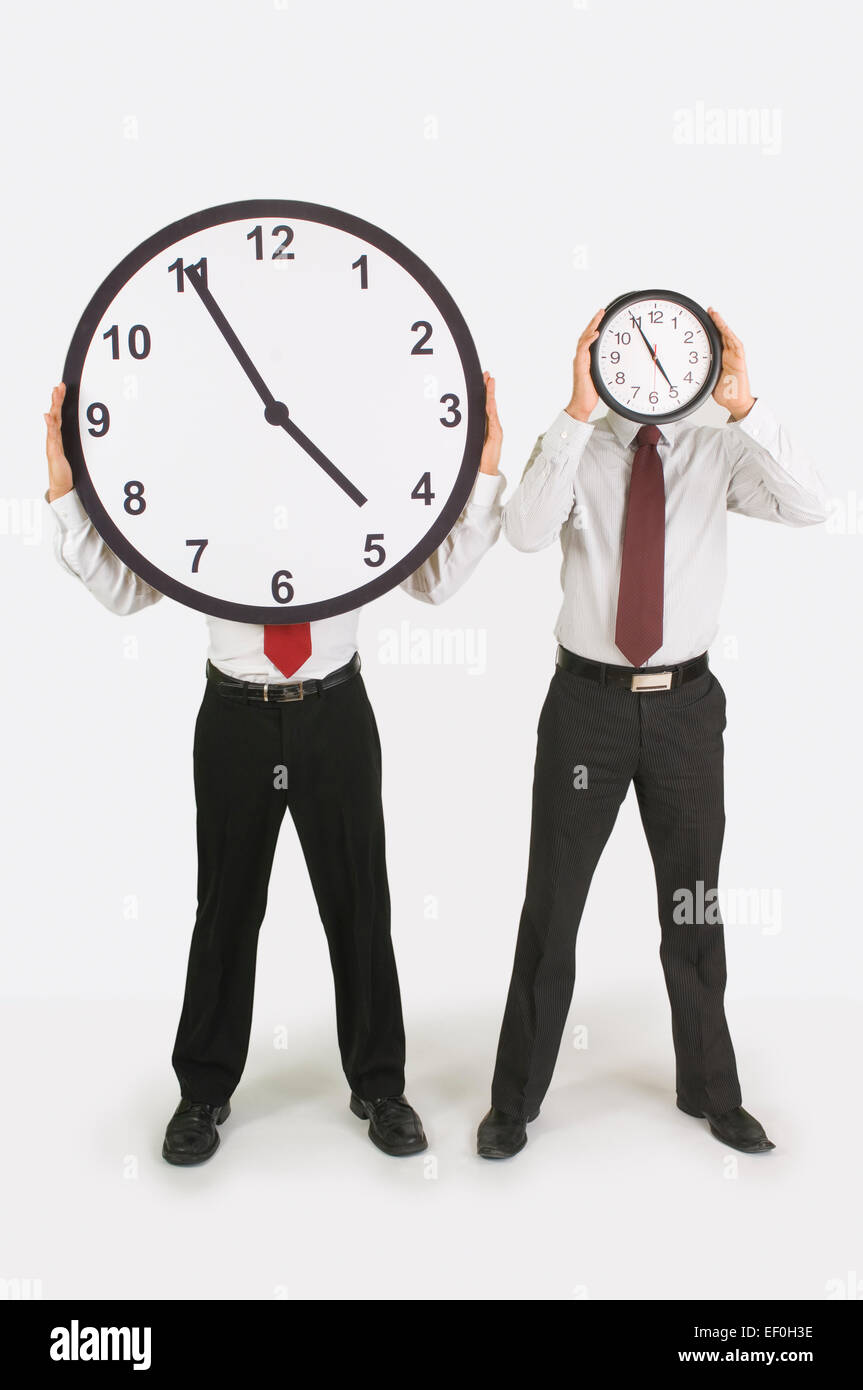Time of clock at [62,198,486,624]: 4:55
